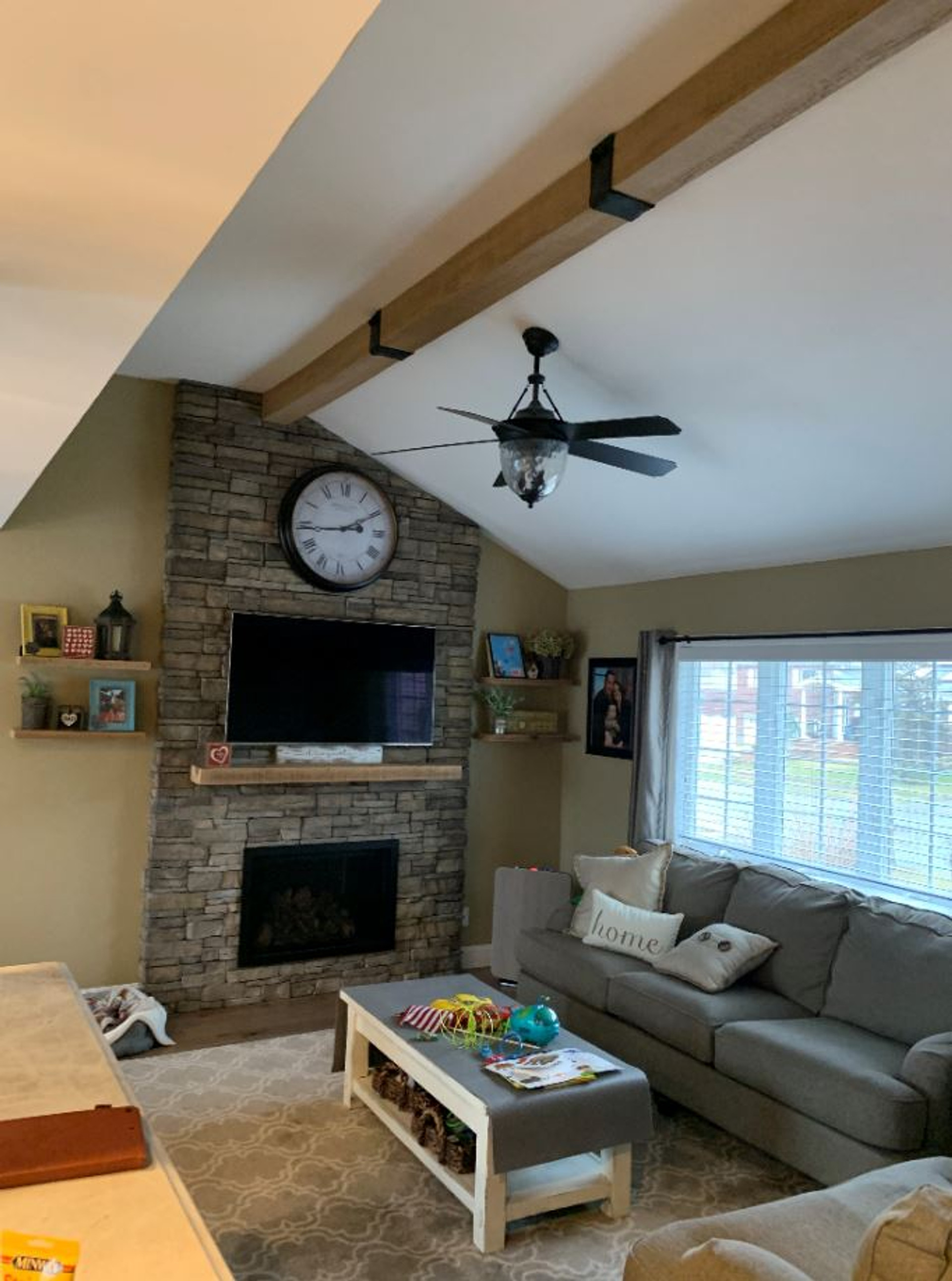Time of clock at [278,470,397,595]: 3:10
